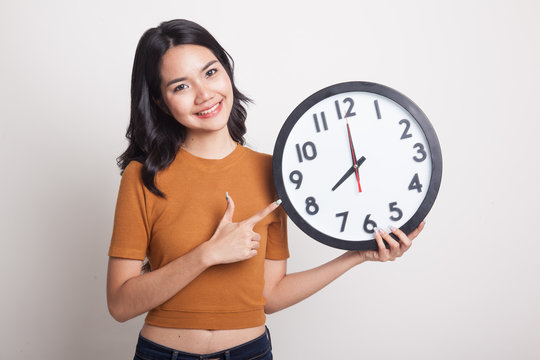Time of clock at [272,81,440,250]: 7:59
